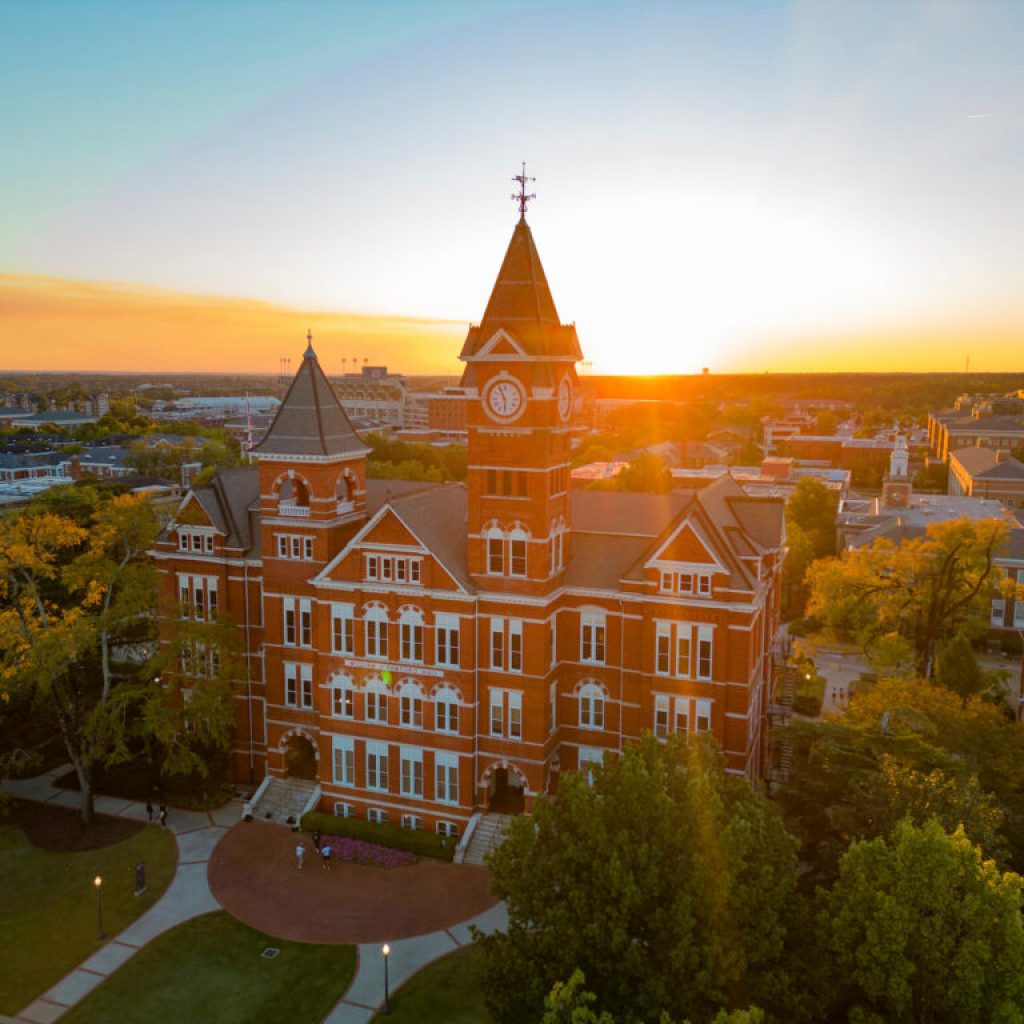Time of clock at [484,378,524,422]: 5:55
